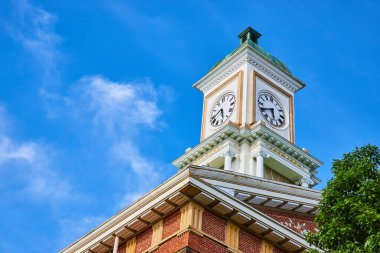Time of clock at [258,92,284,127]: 5:40
